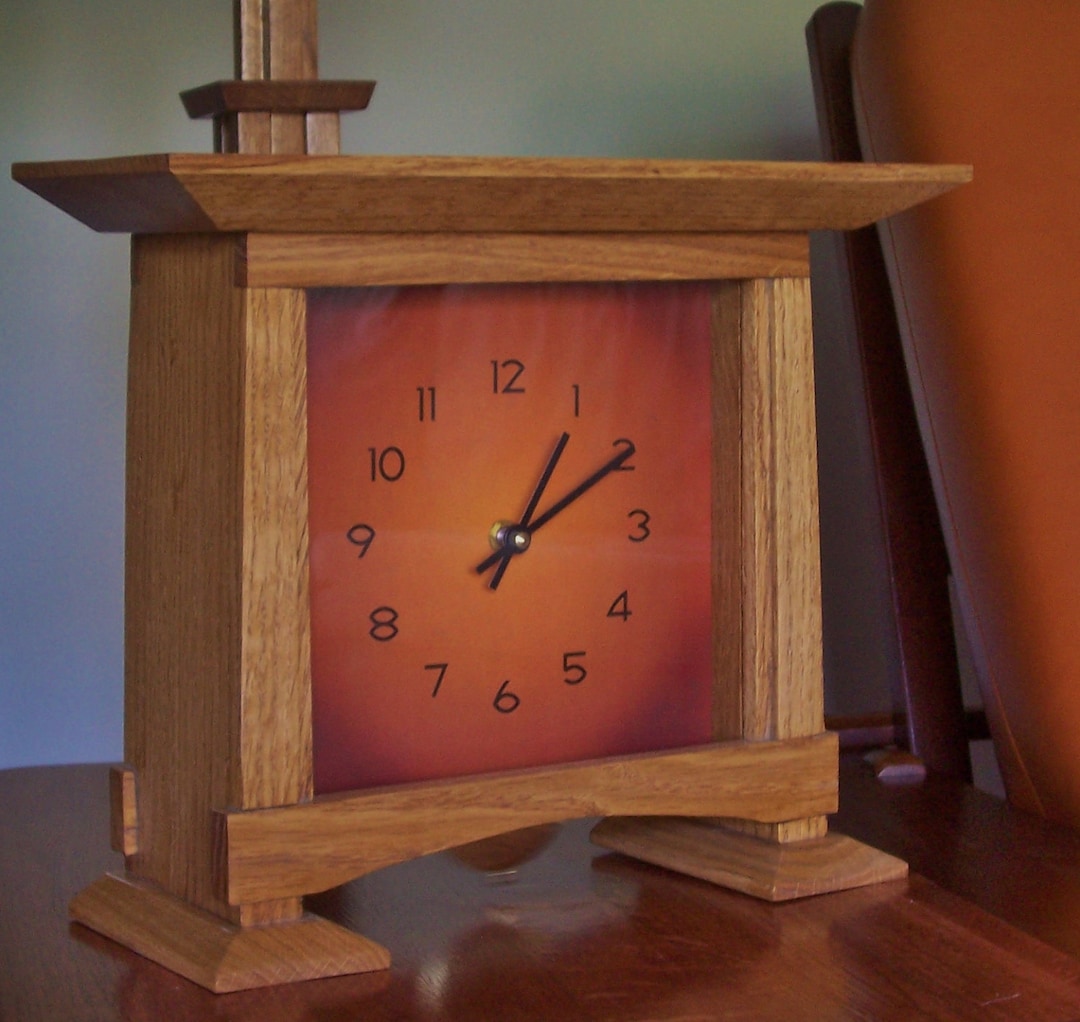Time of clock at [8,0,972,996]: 1:09
